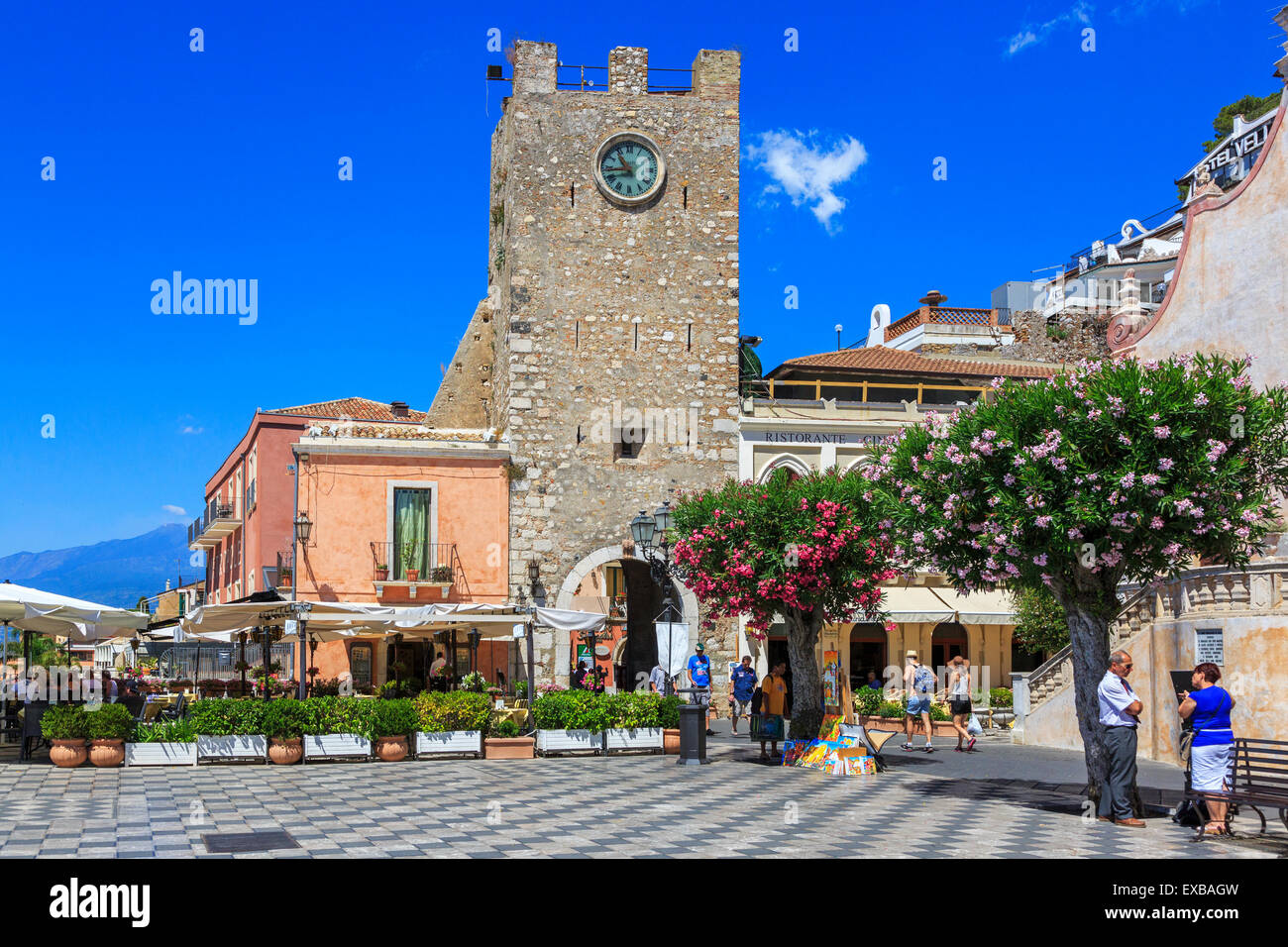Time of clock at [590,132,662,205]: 10:43
